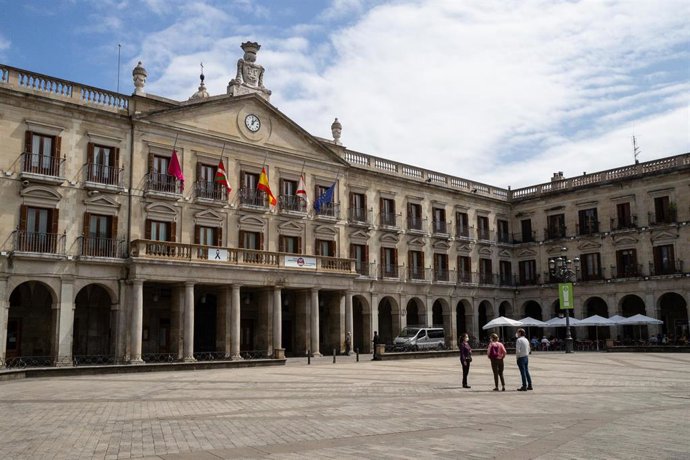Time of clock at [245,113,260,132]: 12:07
